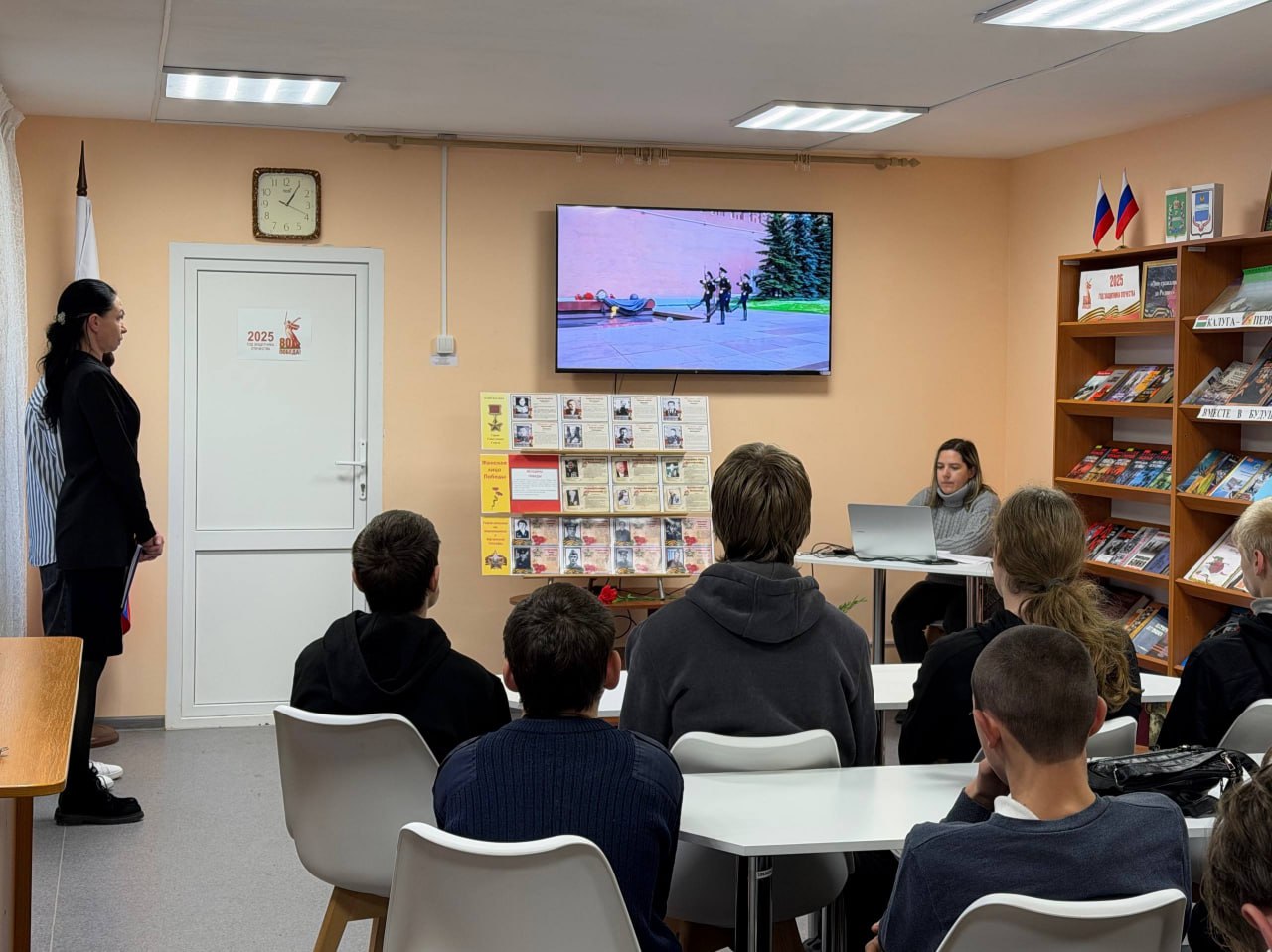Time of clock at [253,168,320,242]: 1:05
